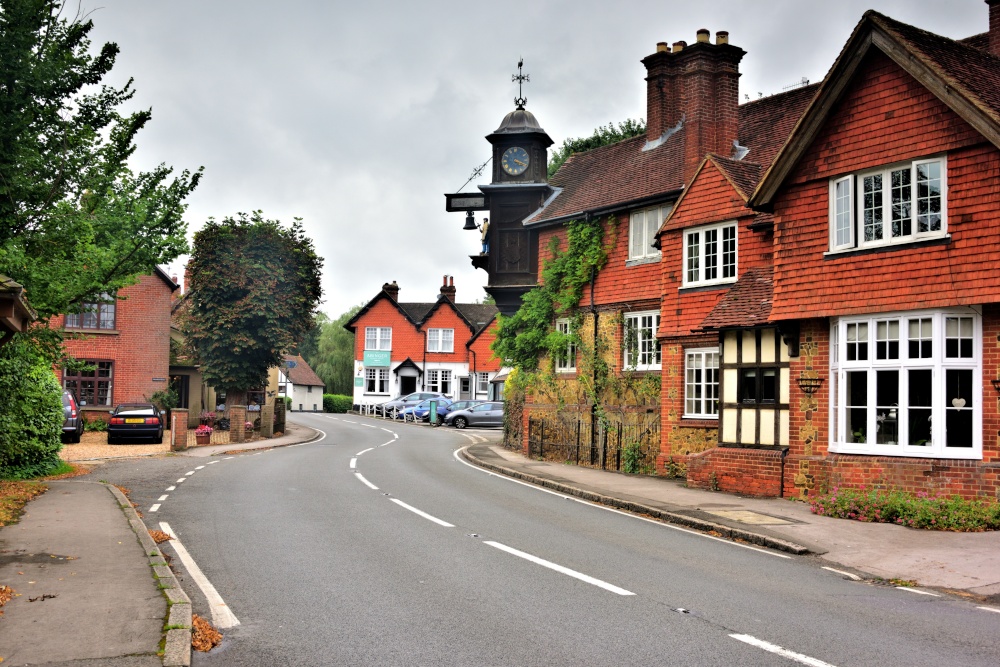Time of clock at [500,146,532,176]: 4:19
